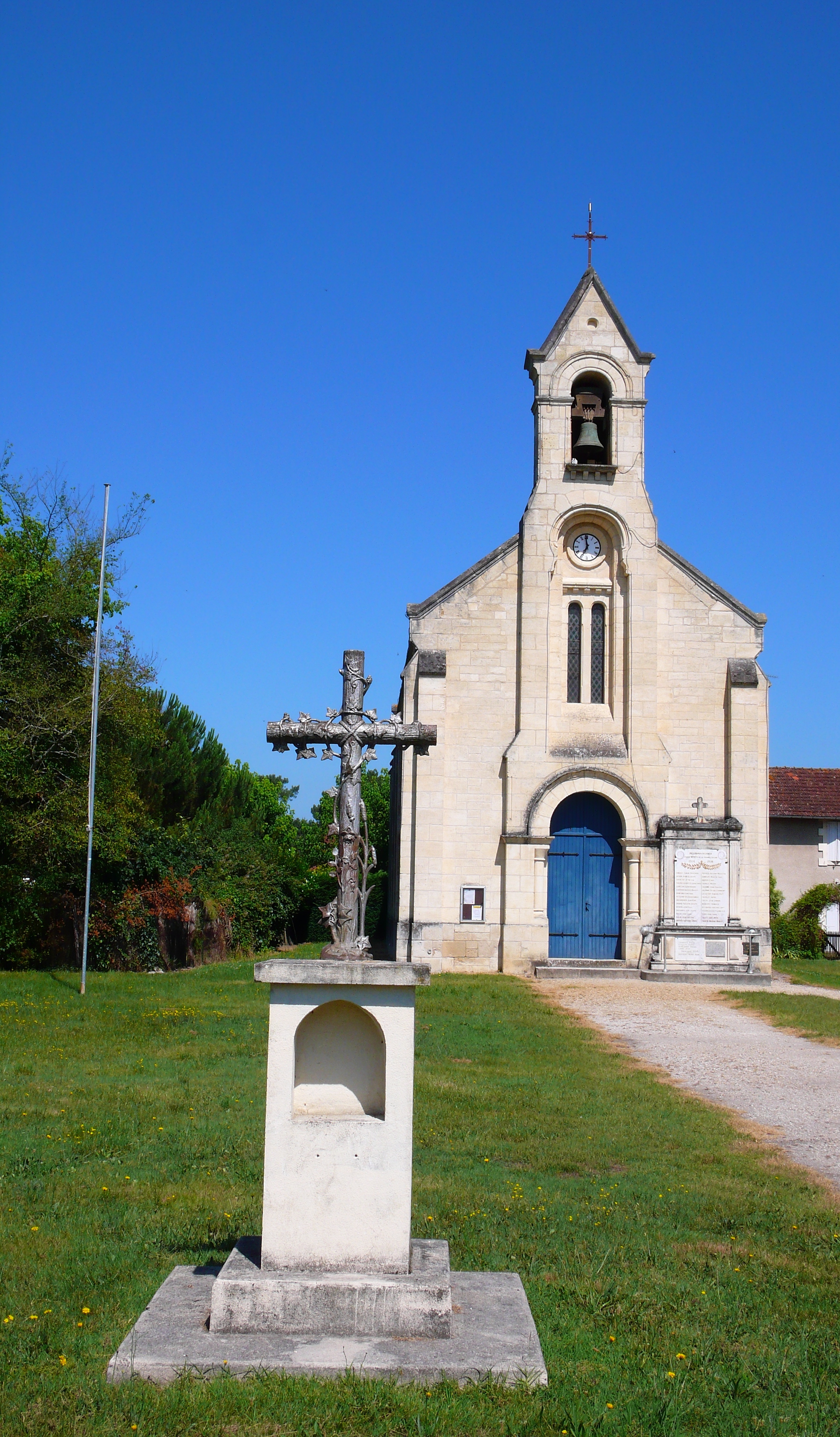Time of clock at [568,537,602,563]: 6:58
